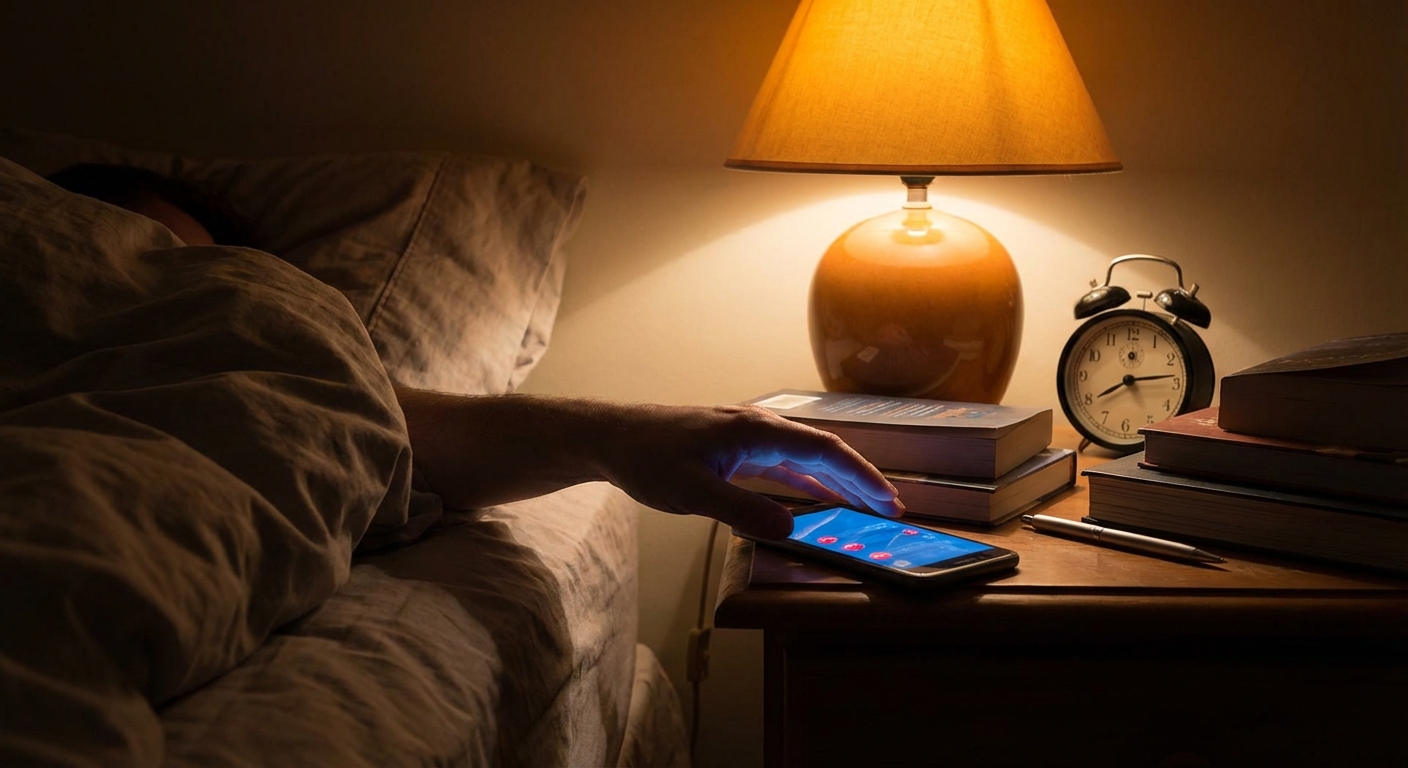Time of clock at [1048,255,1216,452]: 8:14
